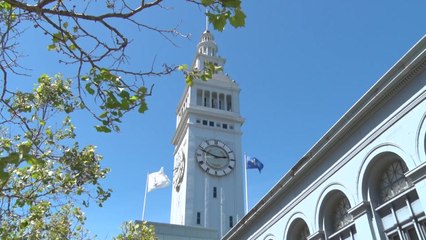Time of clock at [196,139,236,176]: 2:48
